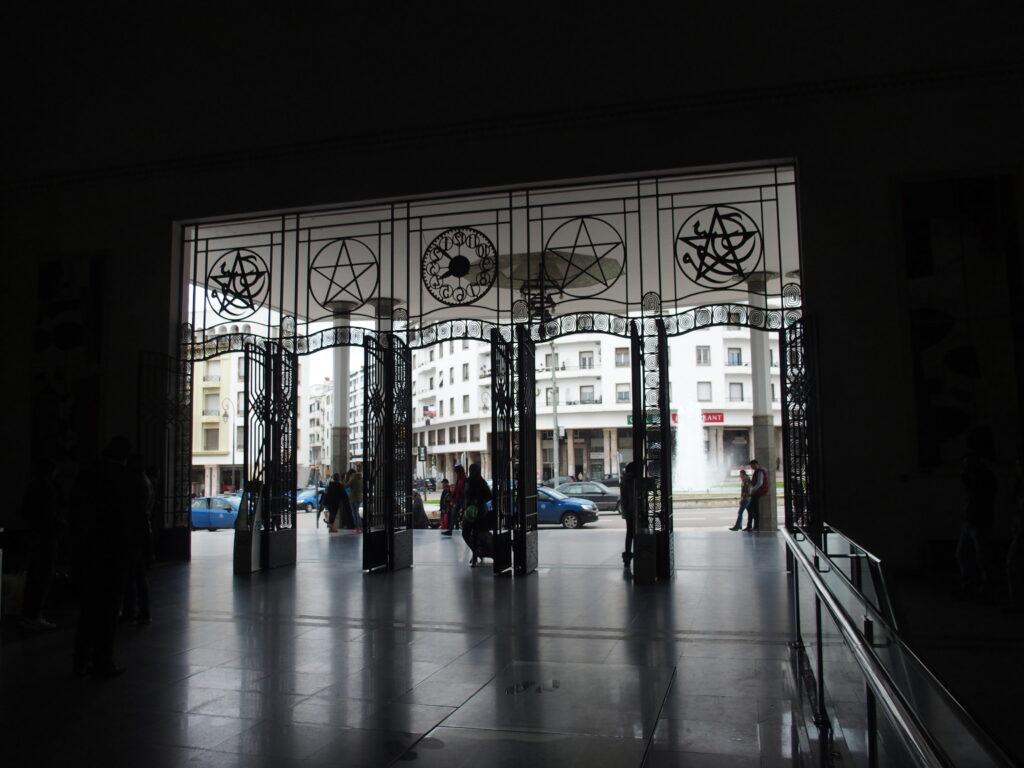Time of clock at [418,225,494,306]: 8:14
